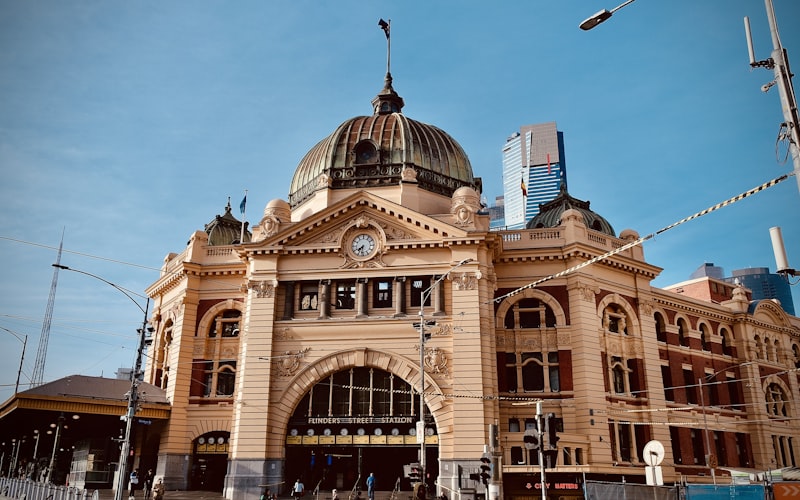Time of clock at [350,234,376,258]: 7:31
